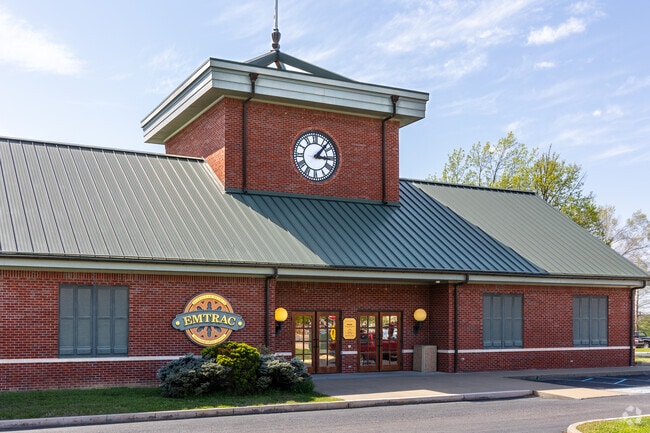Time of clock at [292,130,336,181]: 3:07
